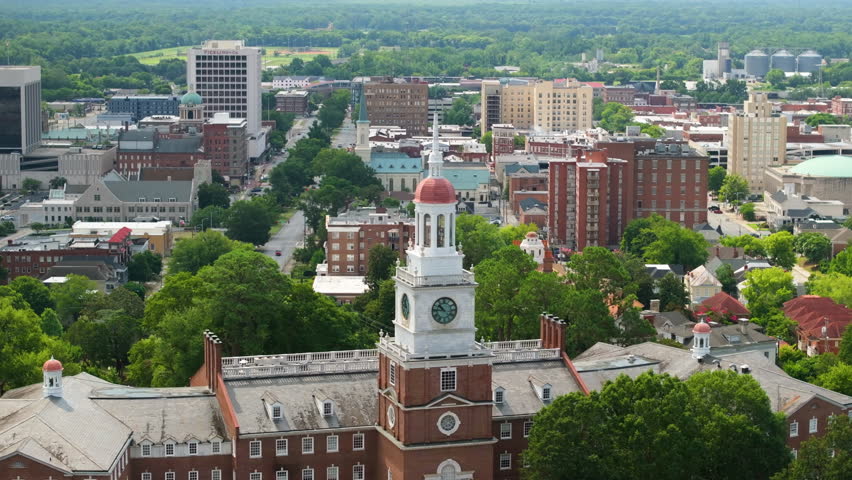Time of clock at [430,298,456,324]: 10:45
